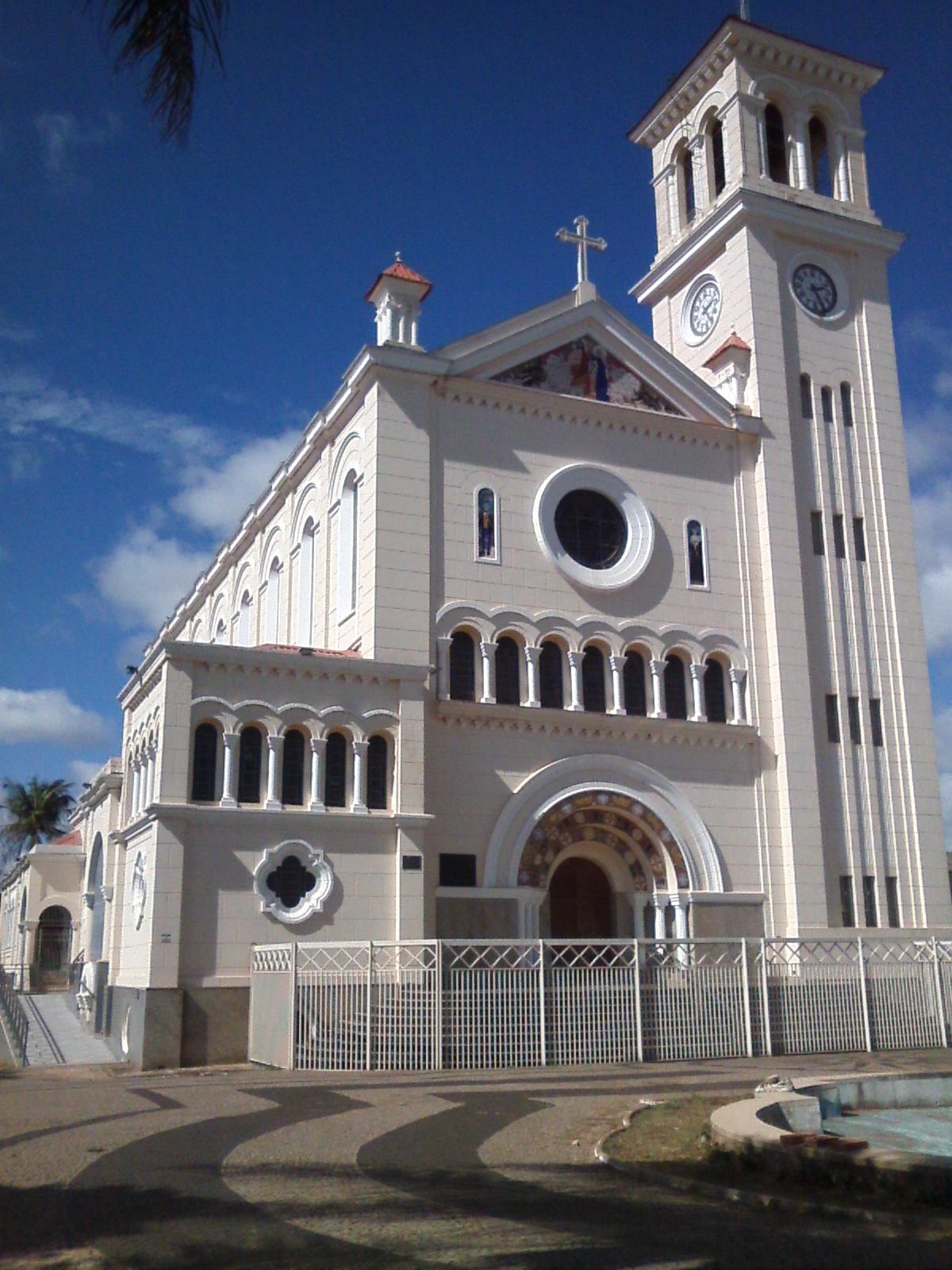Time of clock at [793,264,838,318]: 2:25
